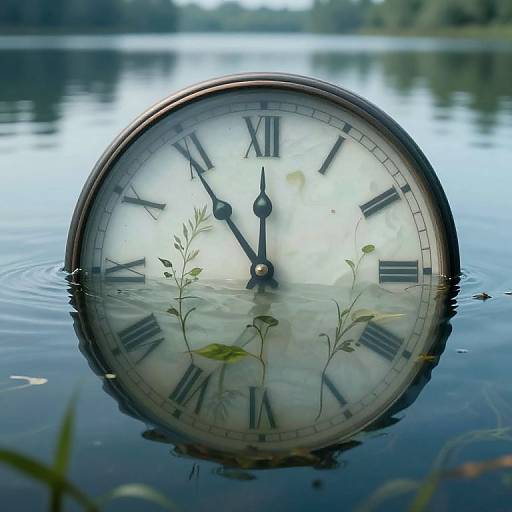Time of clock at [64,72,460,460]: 11:54
